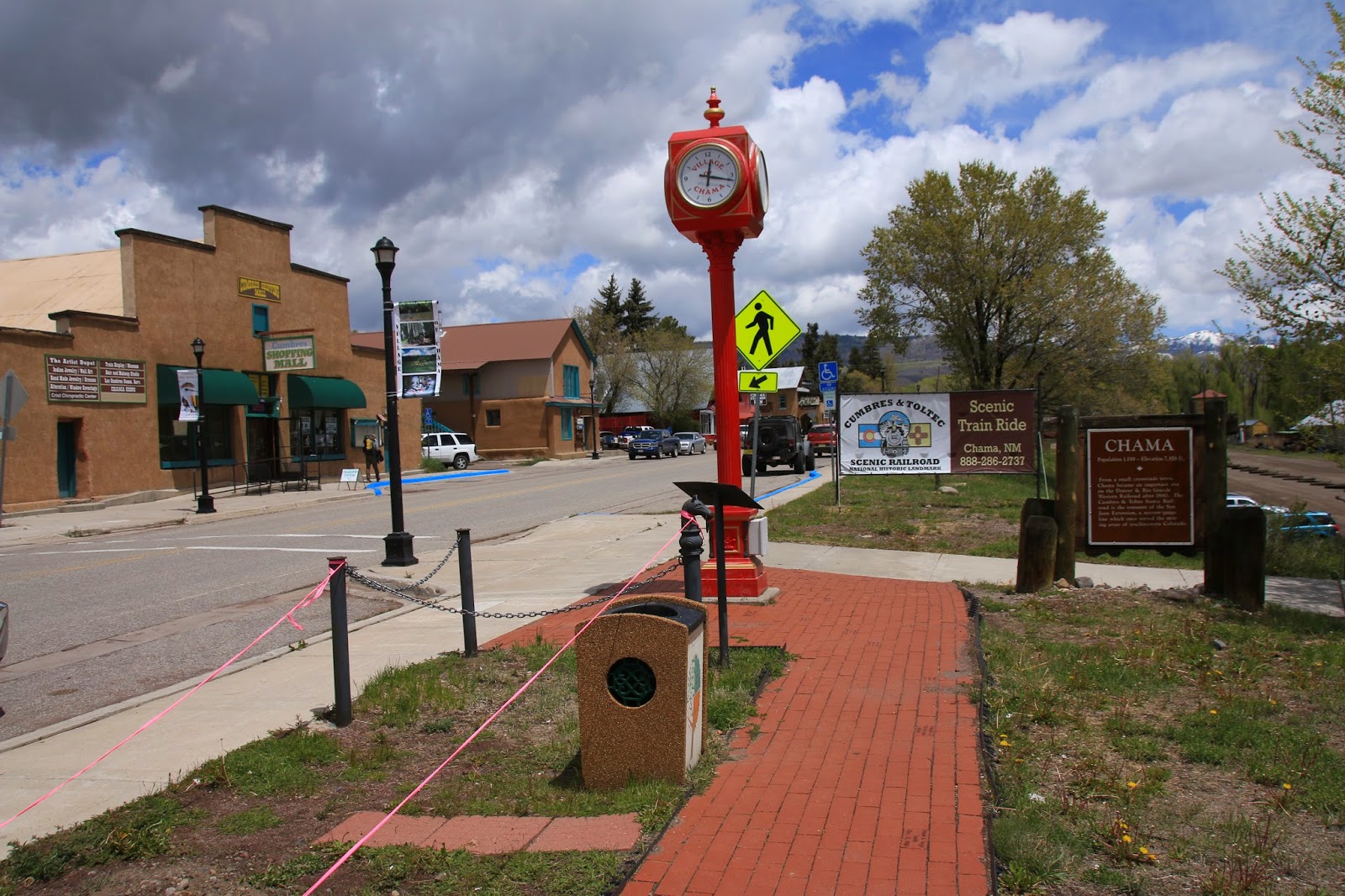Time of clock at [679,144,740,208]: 12:17
